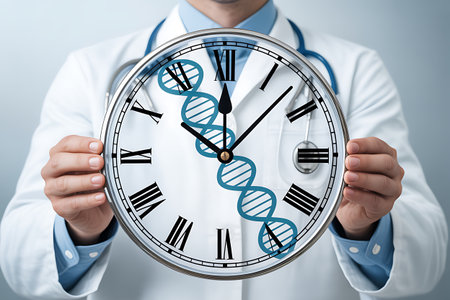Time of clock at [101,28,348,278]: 10:07
